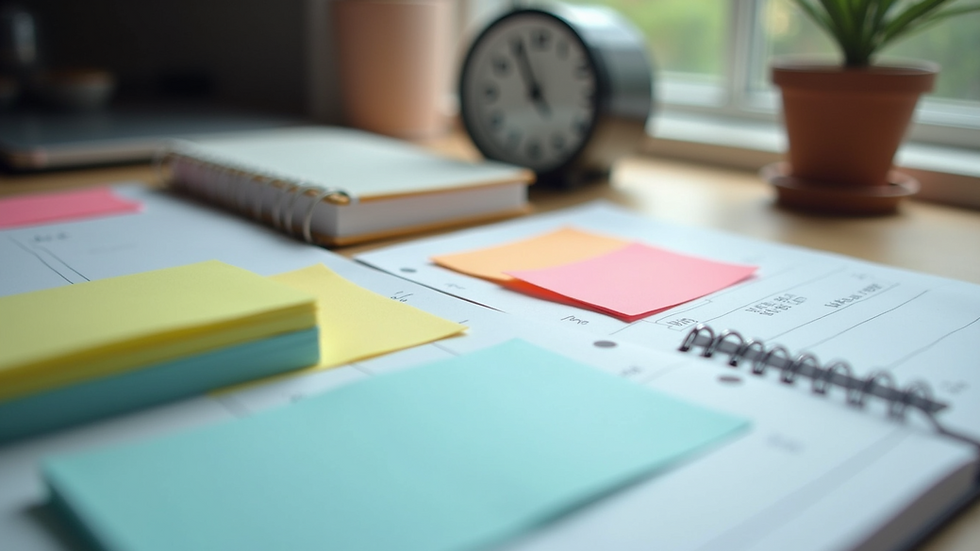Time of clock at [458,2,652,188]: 10:56
